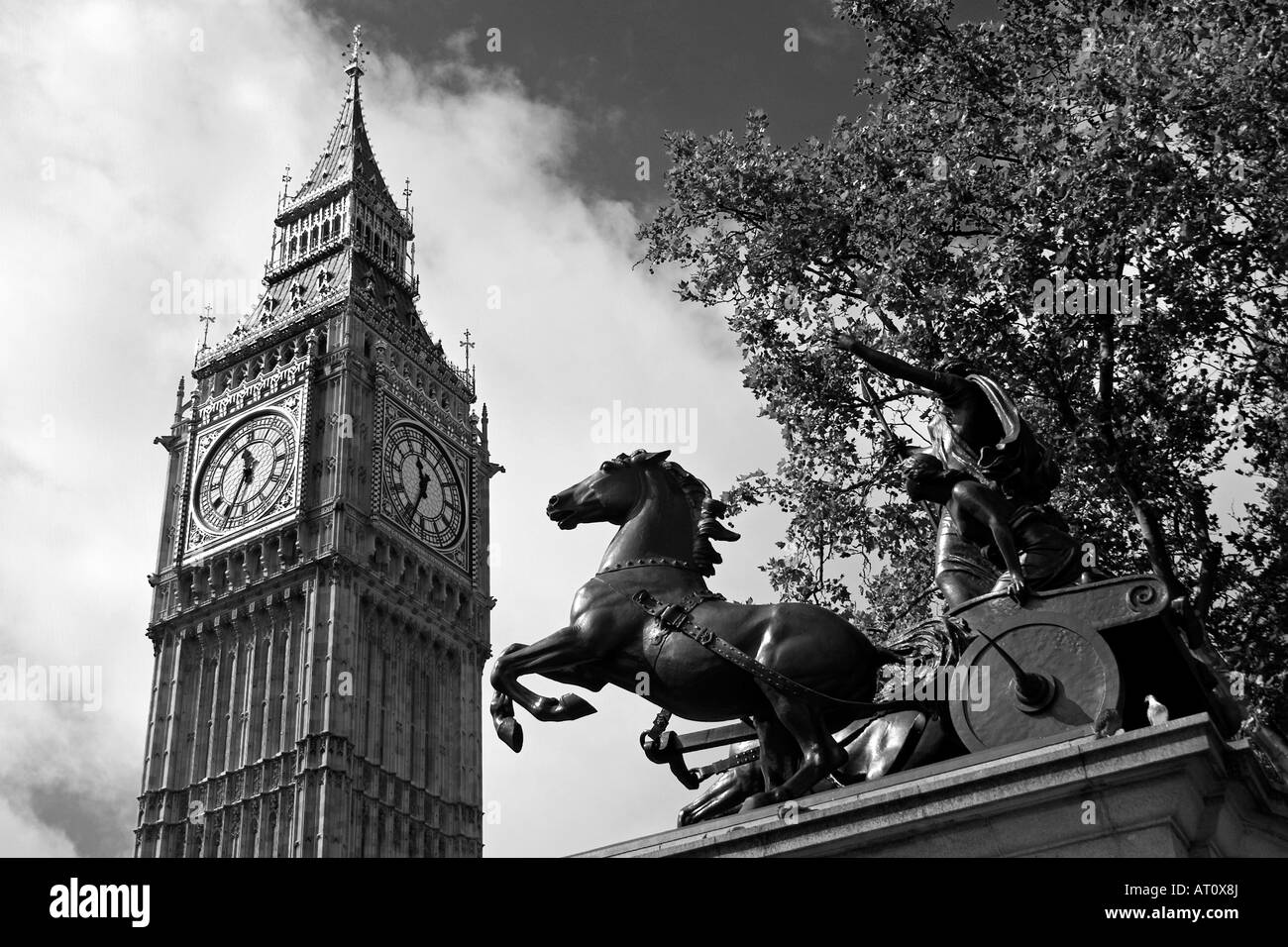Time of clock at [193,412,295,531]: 11:34
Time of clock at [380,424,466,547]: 11:34
